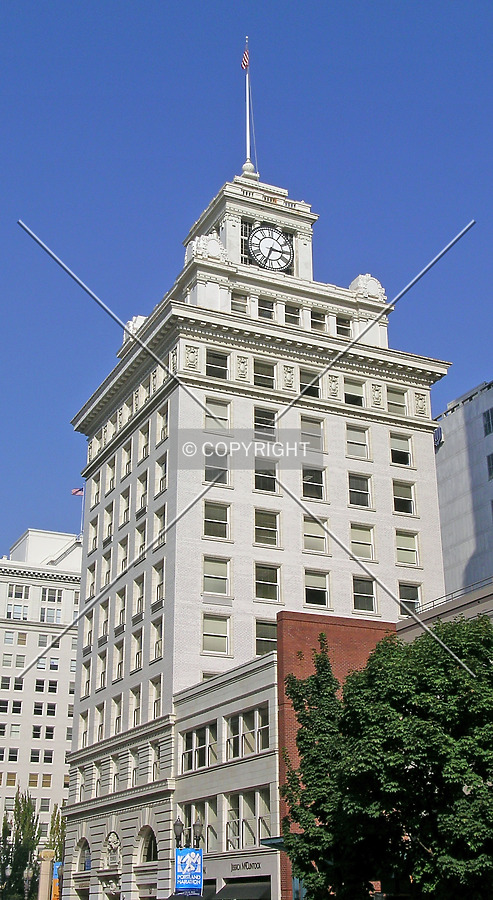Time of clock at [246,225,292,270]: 3:33
